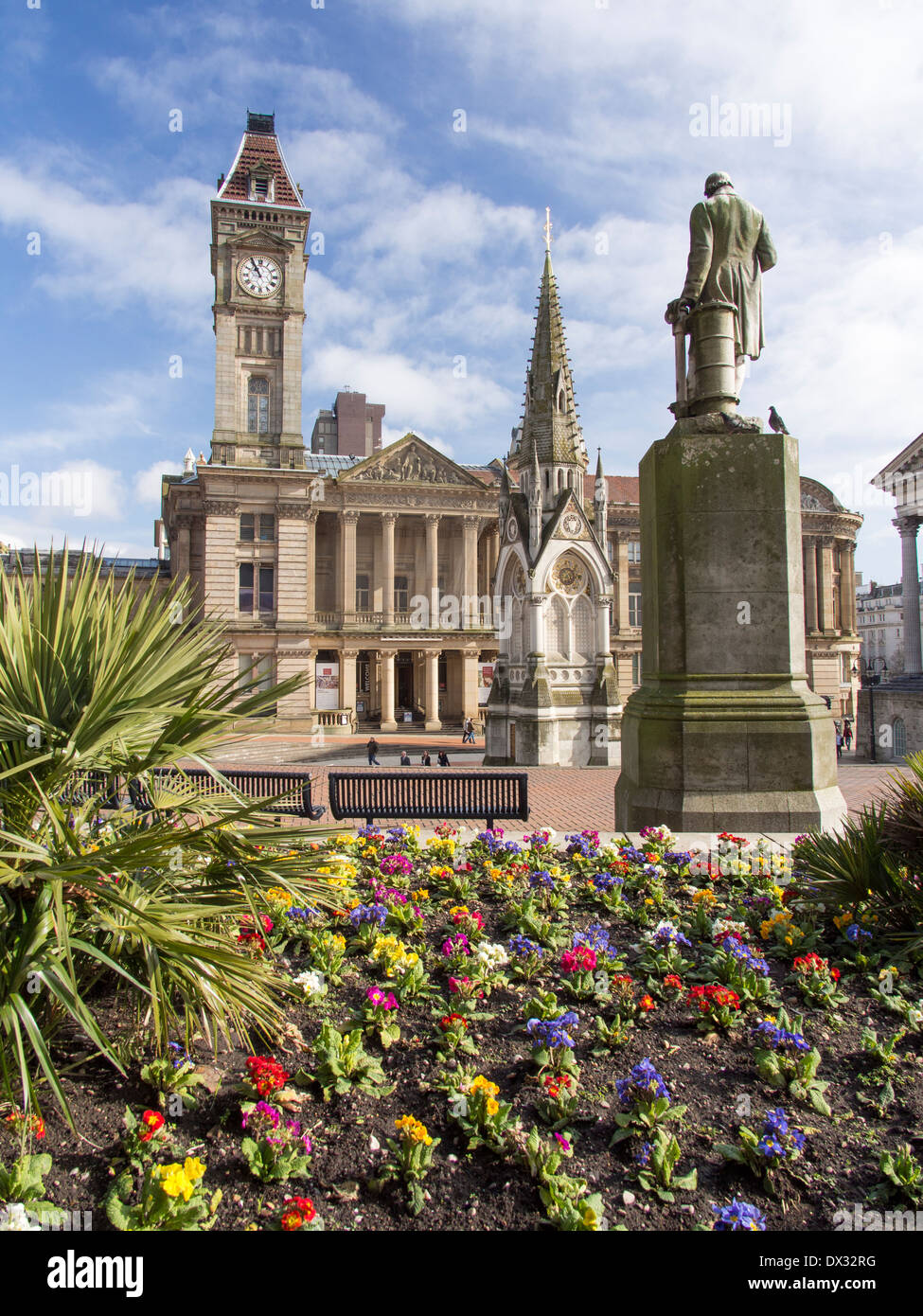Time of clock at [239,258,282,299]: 10:55
